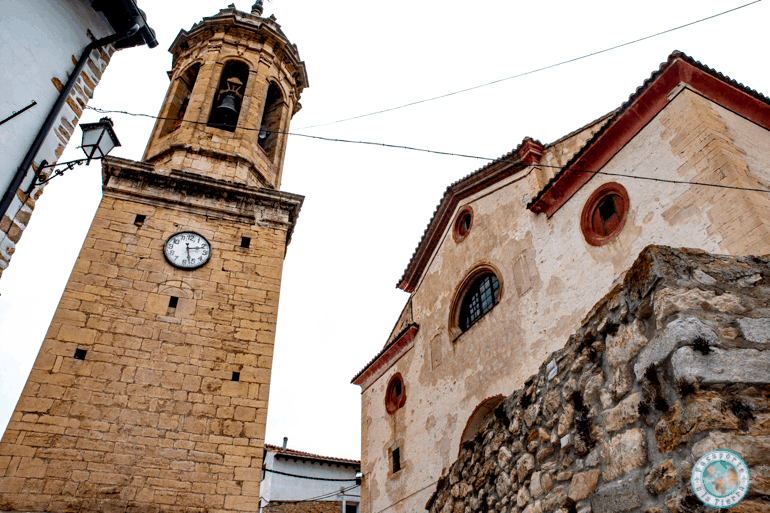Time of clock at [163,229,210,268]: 2:27
